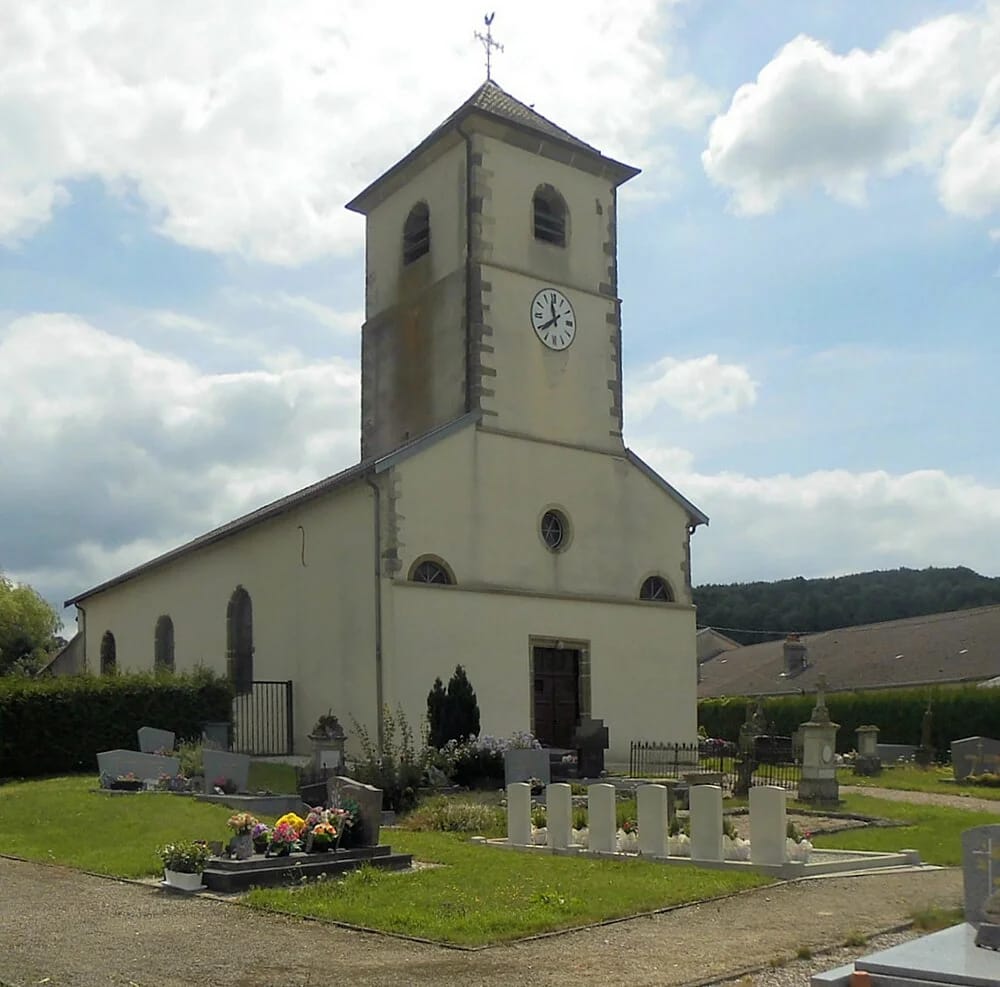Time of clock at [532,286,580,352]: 11:39
